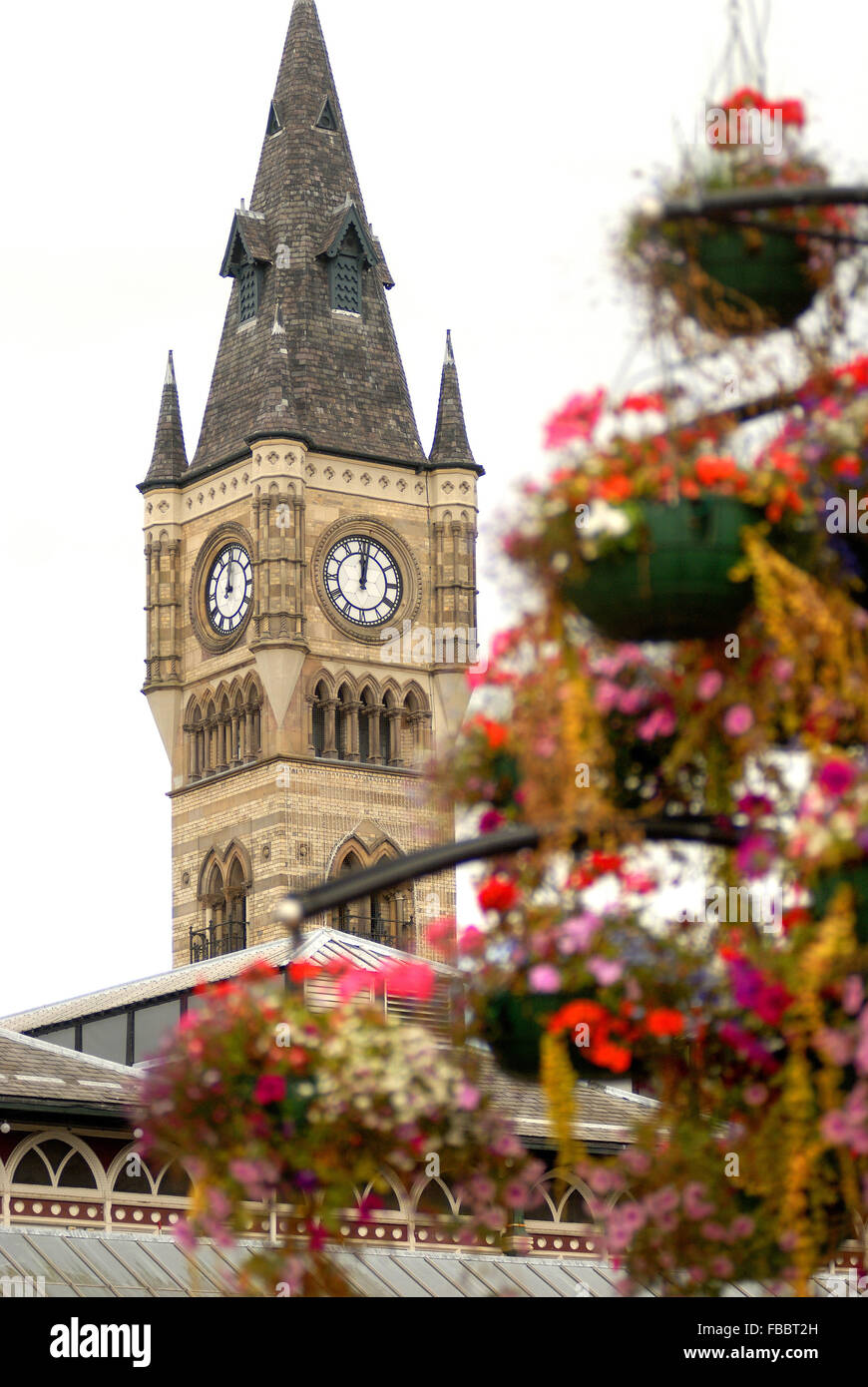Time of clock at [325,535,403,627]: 12:02
